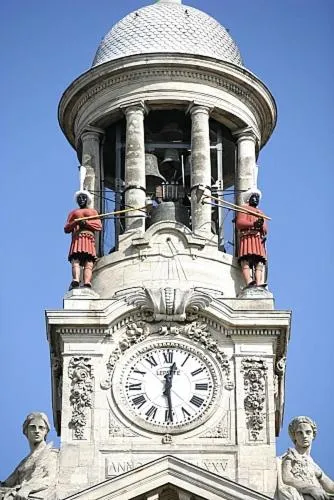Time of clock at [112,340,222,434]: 12:28
